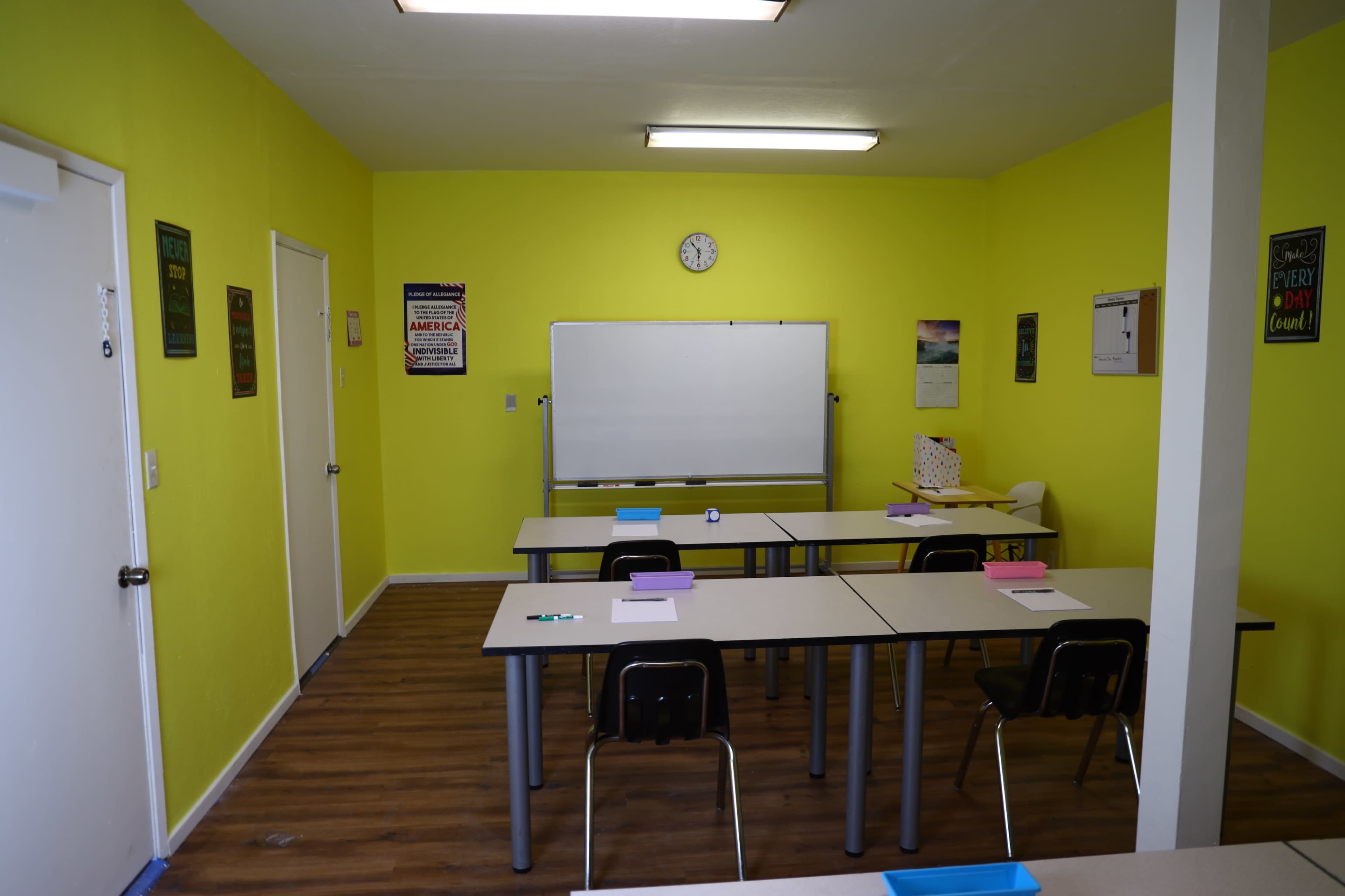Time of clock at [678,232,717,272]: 5:53
